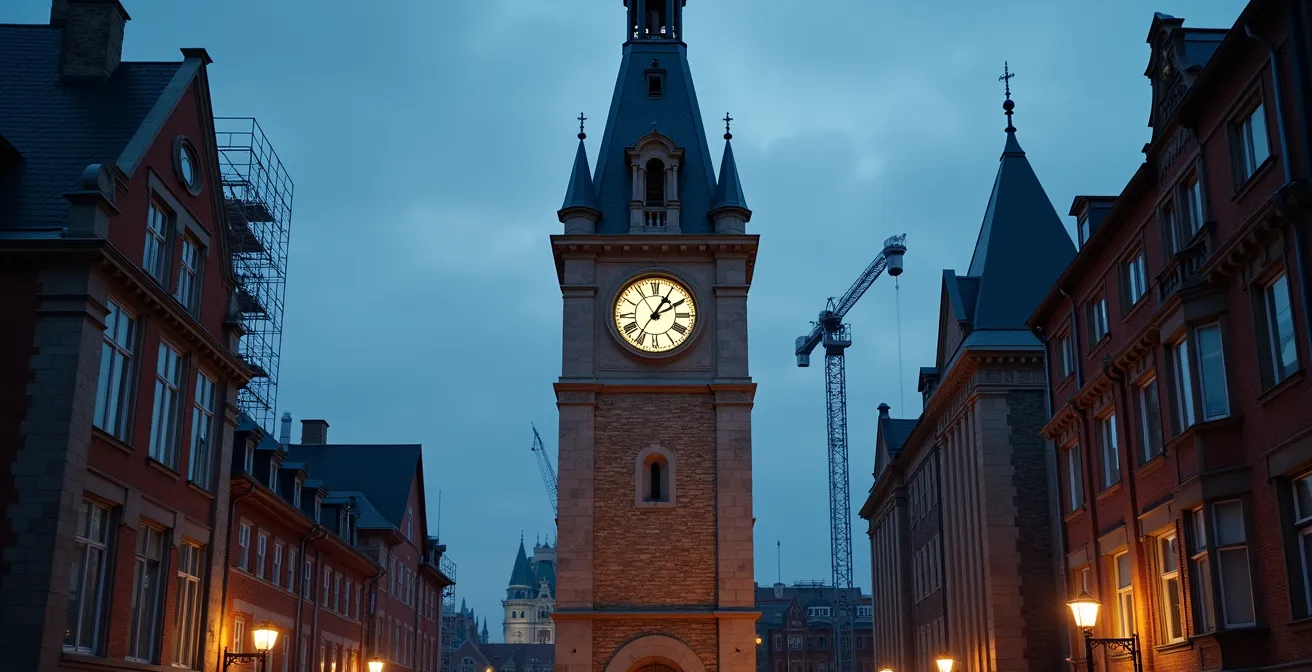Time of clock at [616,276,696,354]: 2:05
